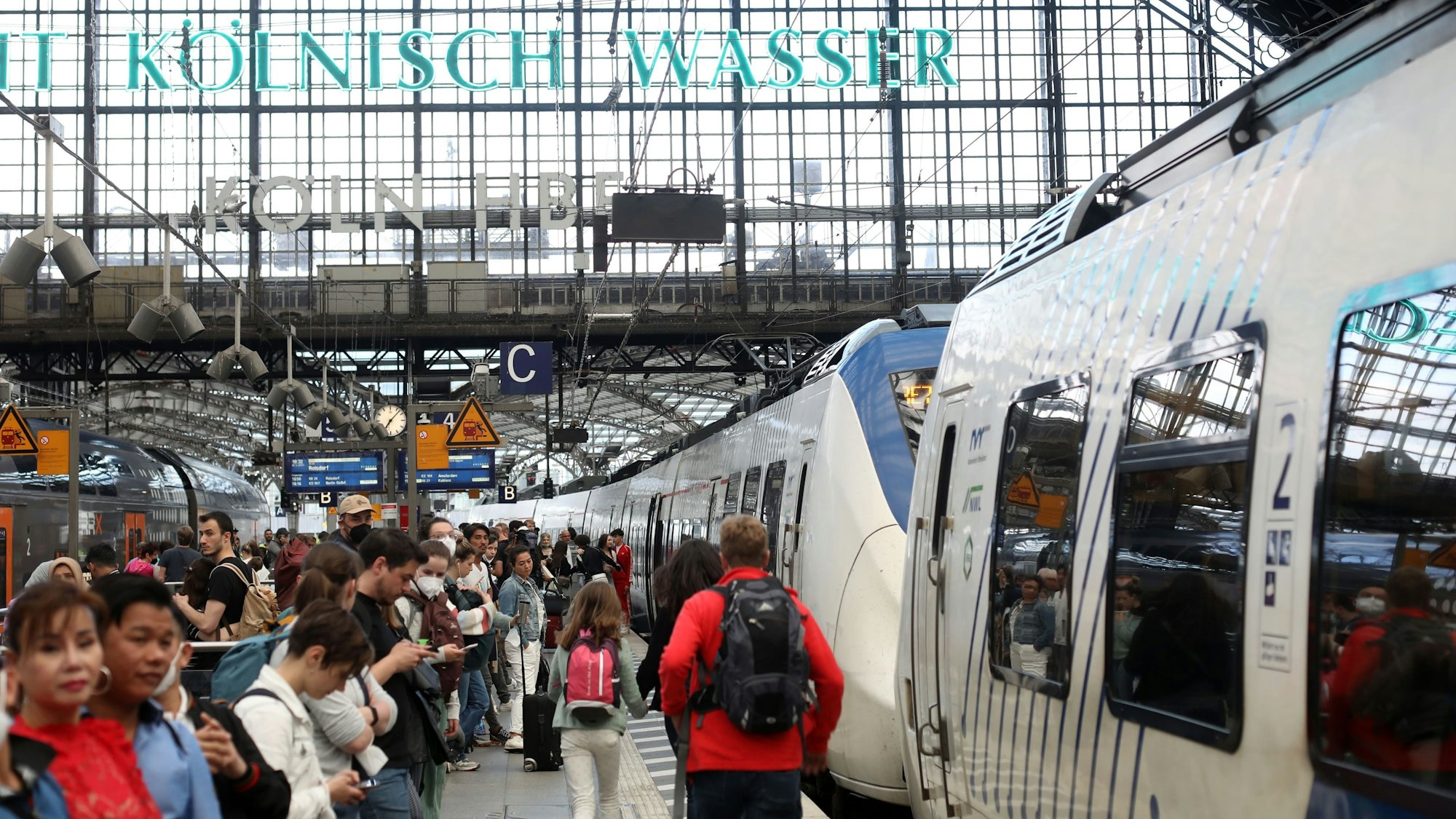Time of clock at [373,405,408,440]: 7:07
